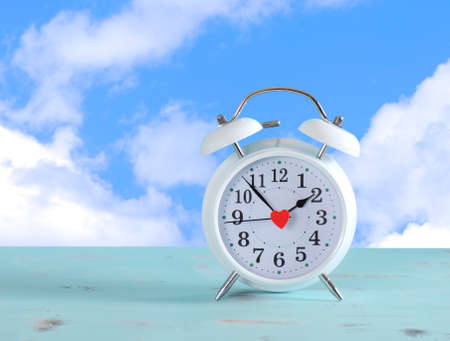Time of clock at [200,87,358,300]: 1:53
